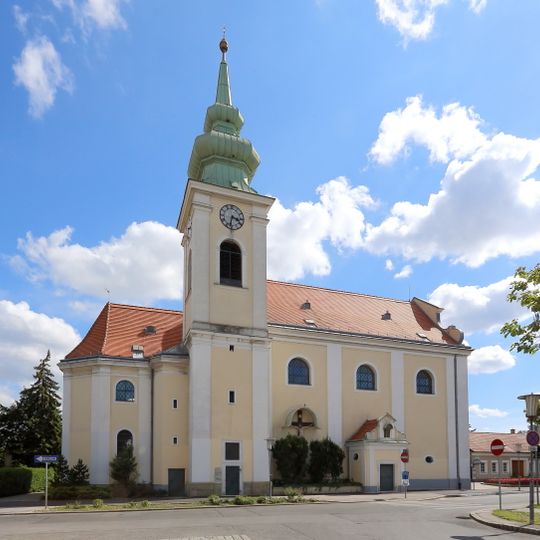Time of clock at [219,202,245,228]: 3:32
